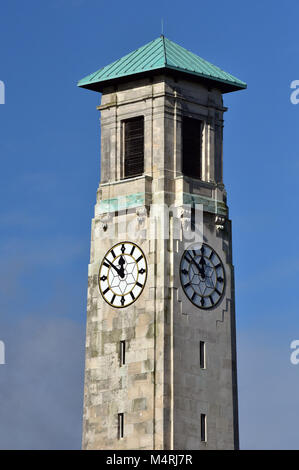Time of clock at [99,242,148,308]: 11:51
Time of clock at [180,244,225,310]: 11:51
